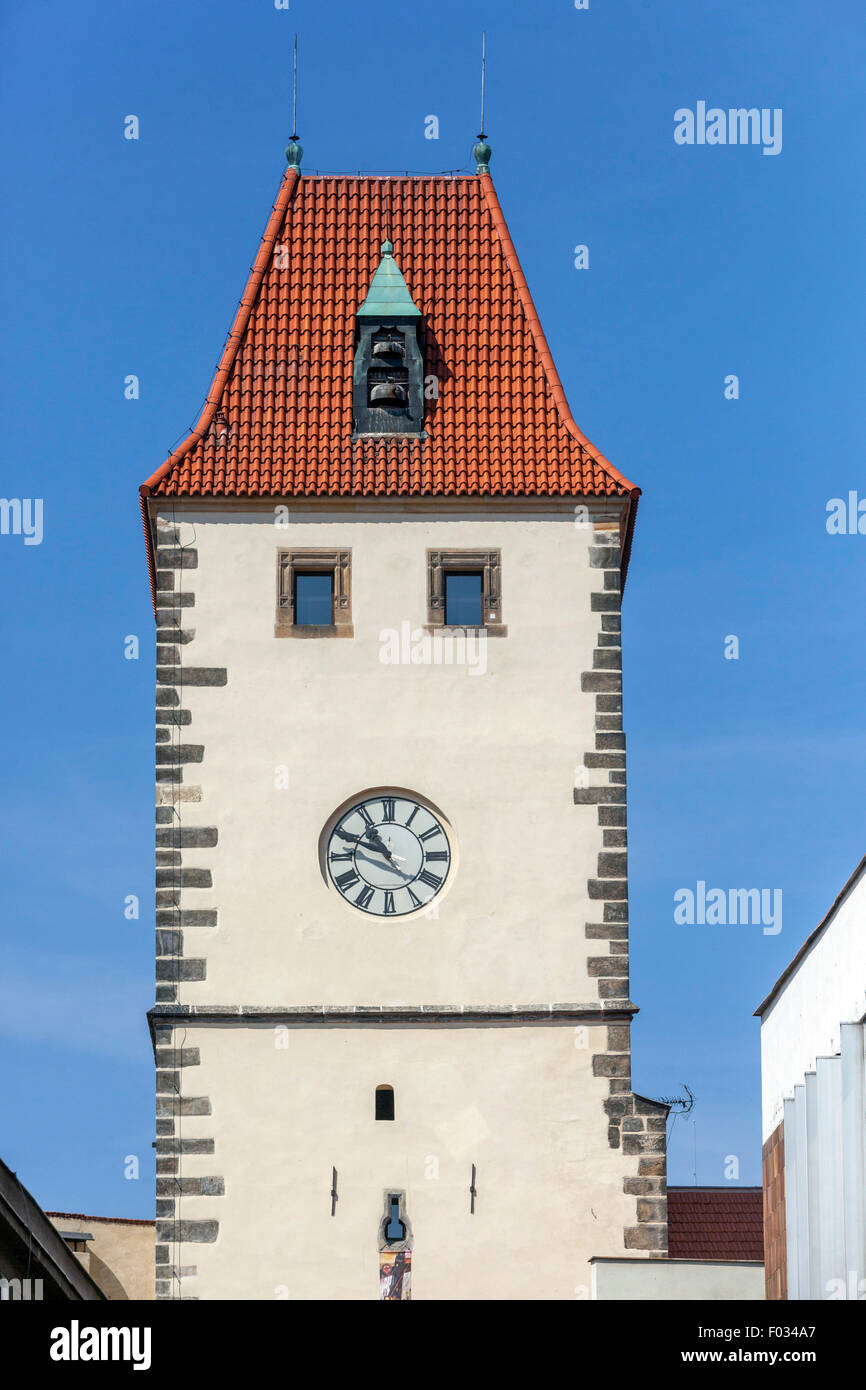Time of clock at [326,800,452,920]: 10:48
